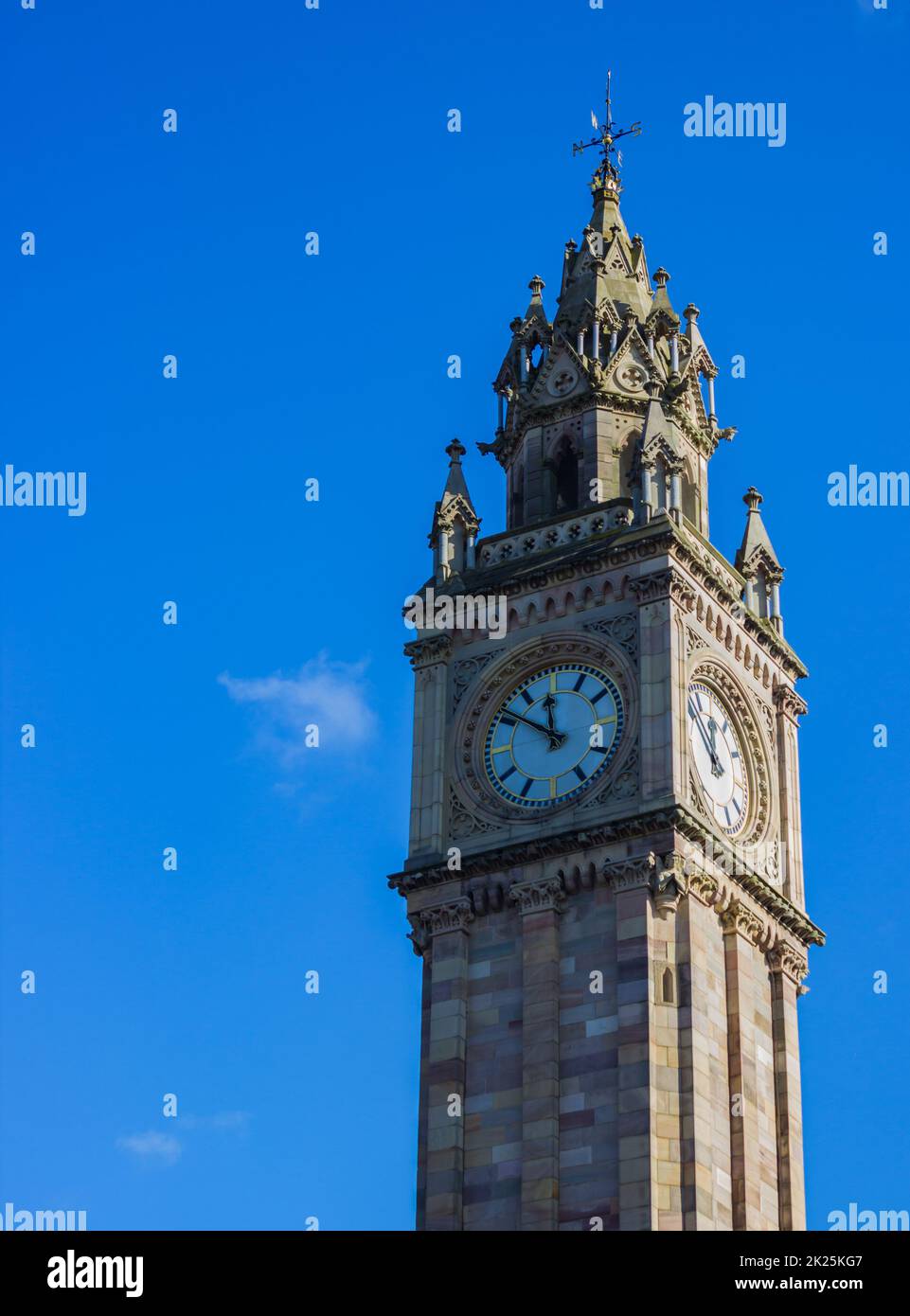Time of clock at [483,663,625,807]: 11:50
